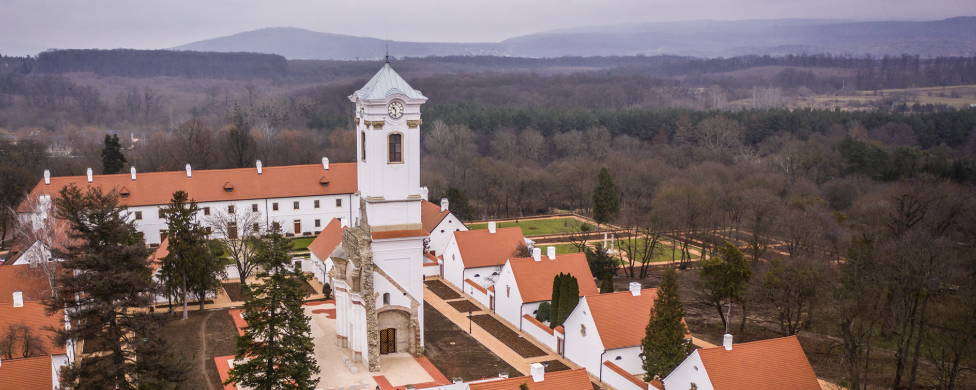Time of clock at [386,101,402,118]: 10:31
